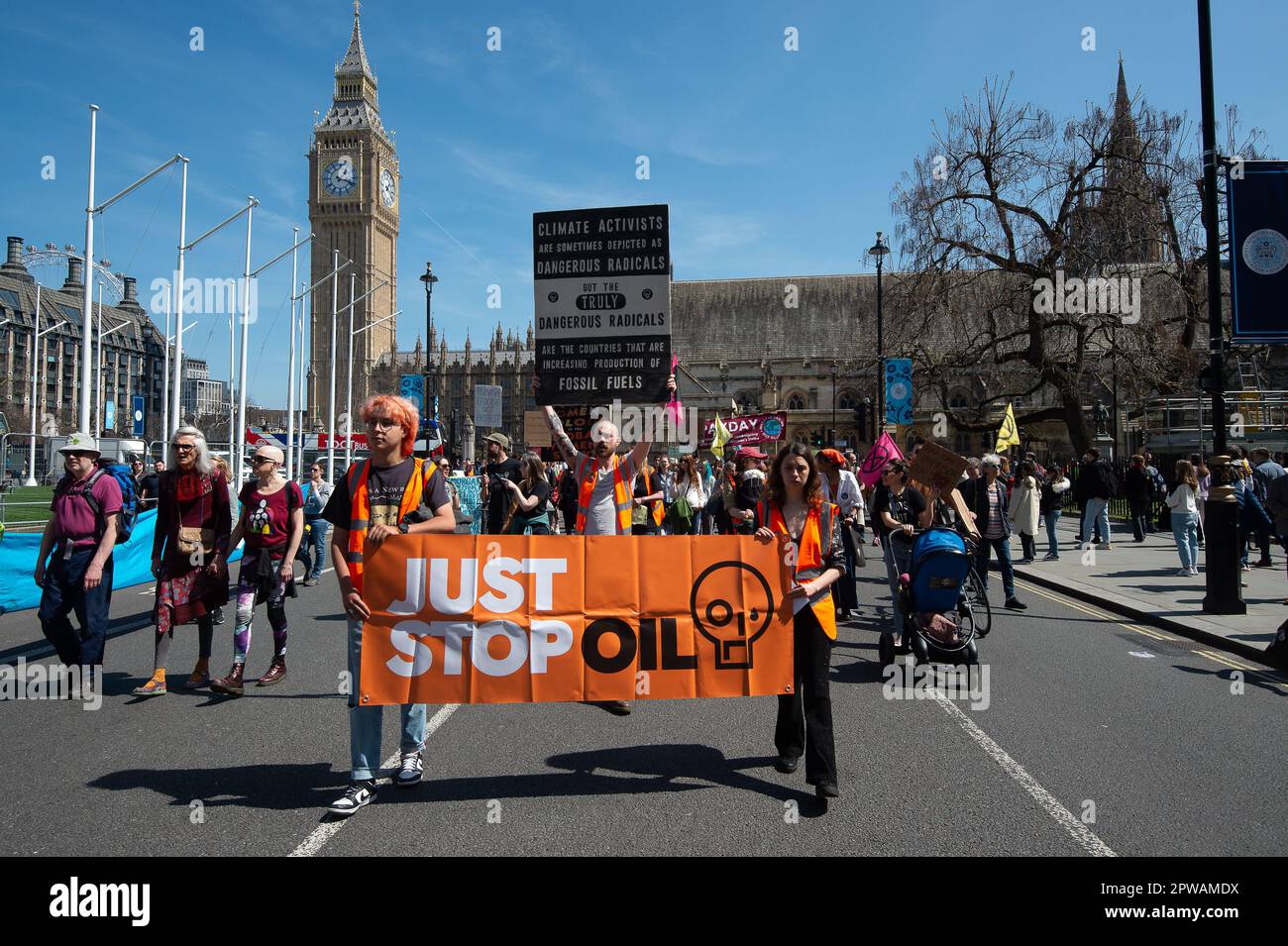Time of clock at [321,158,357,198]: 1:18
